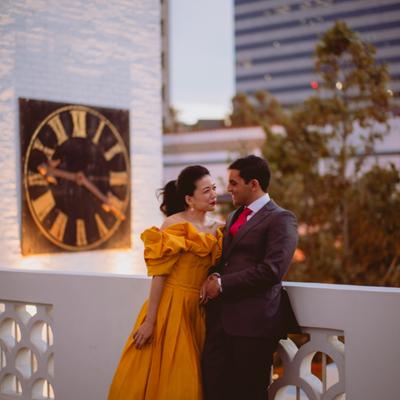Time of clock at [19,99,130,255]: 9:20
